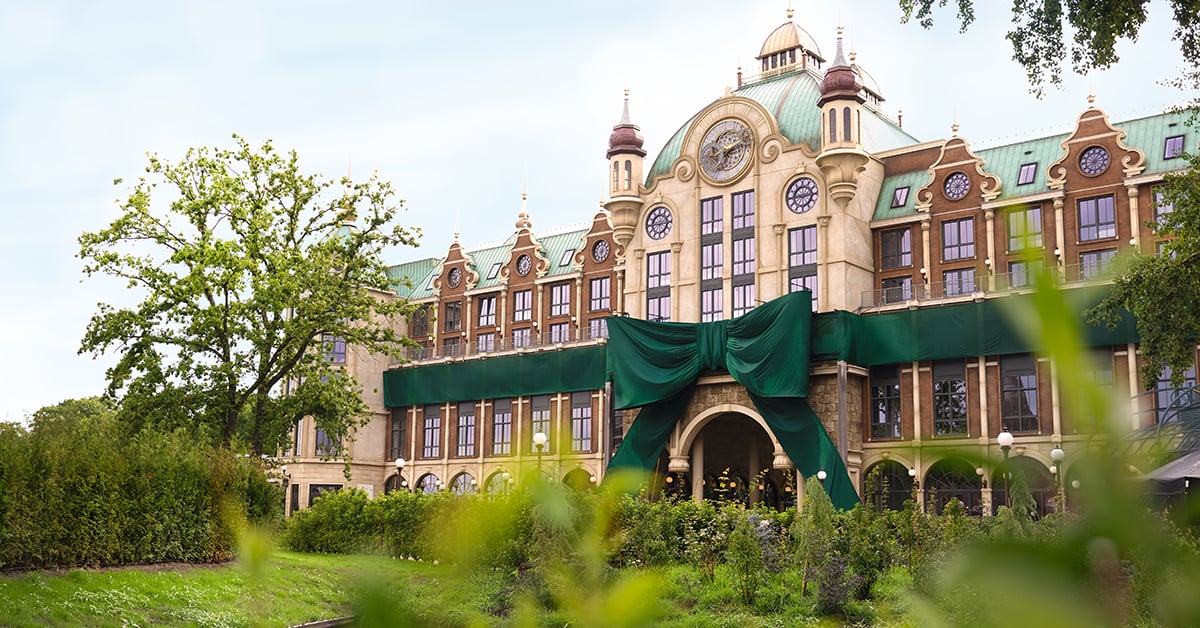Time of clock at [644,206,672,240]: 2:44
